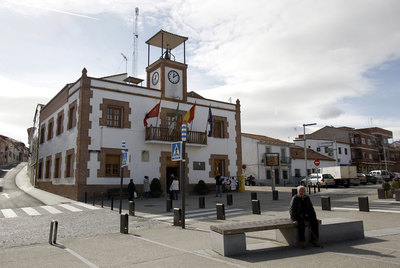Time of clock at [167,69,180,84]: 12:09
